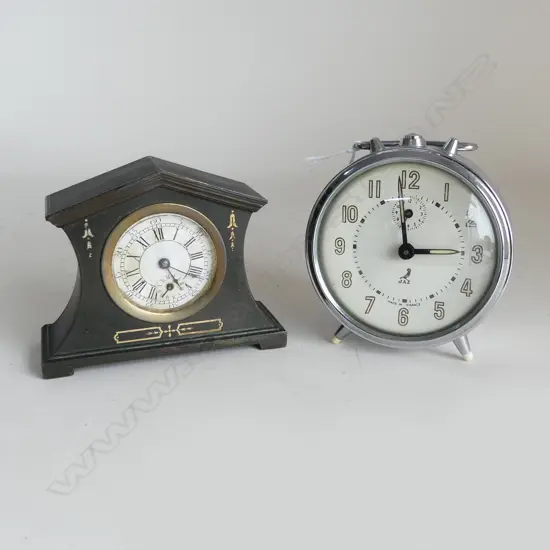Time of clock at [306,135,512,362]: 2:59
